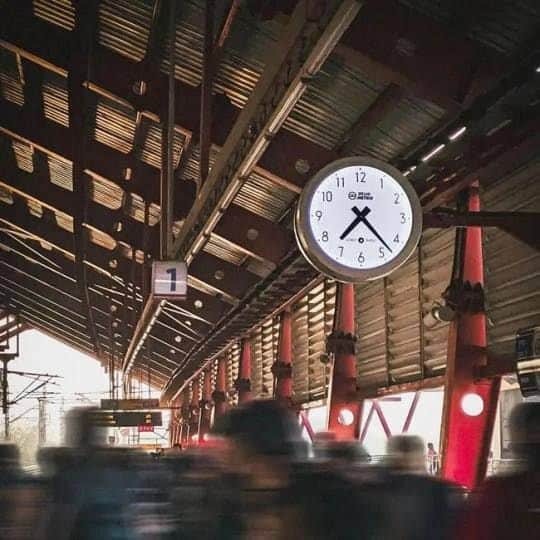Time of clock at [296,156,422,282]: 7:22
